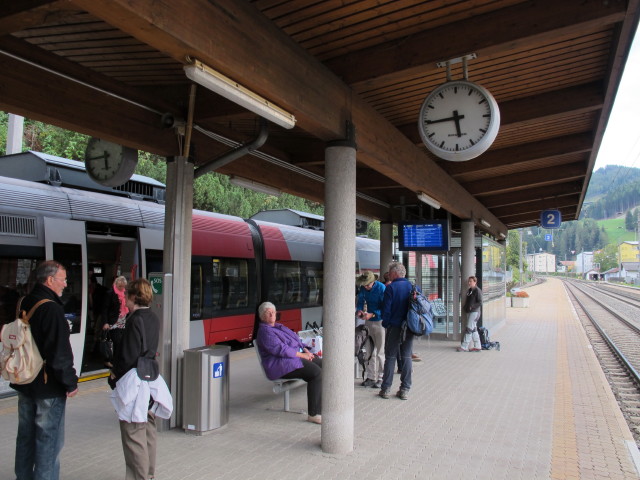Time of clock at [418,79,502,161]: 5:44
